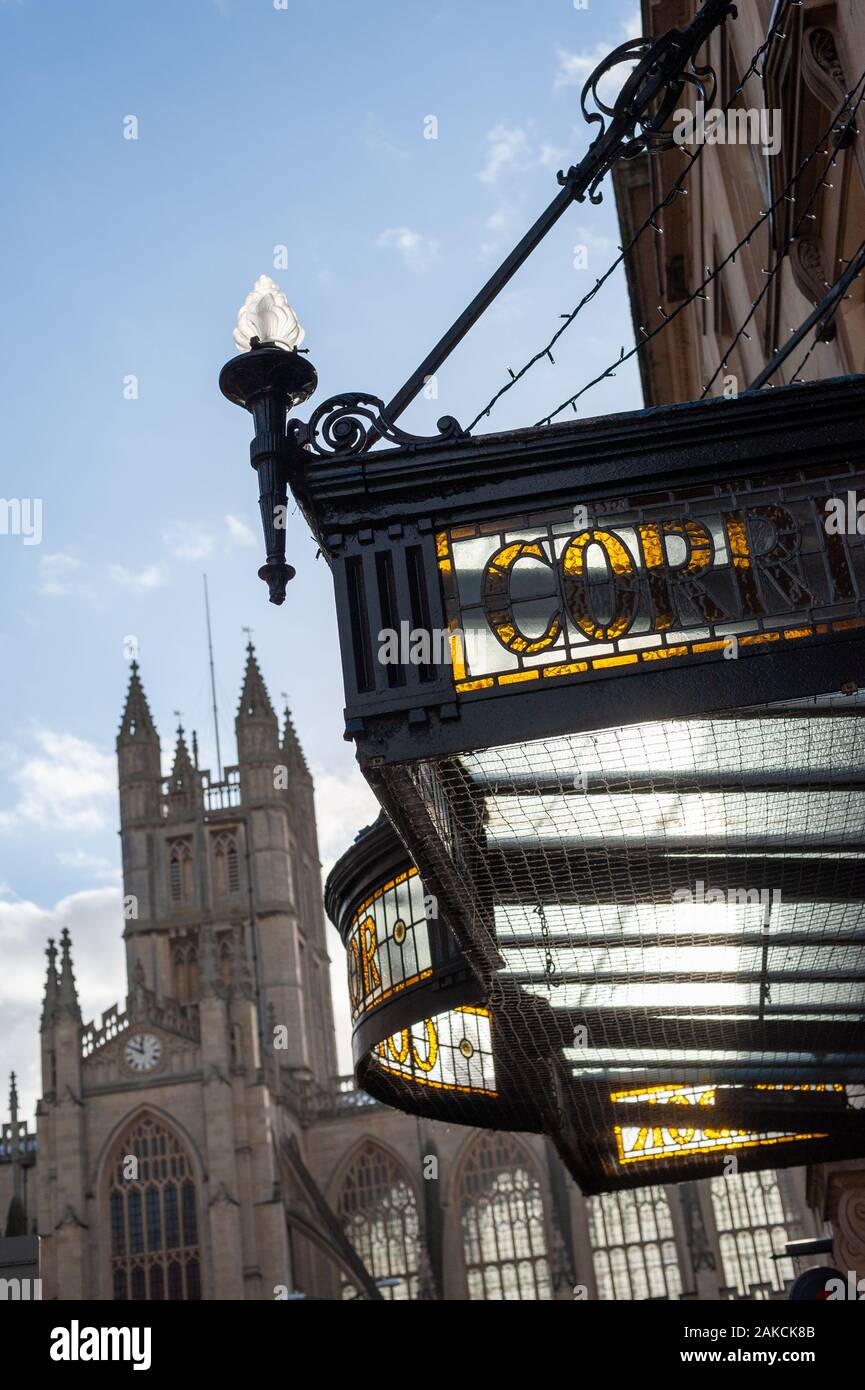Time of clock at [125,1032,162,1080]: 11:49
